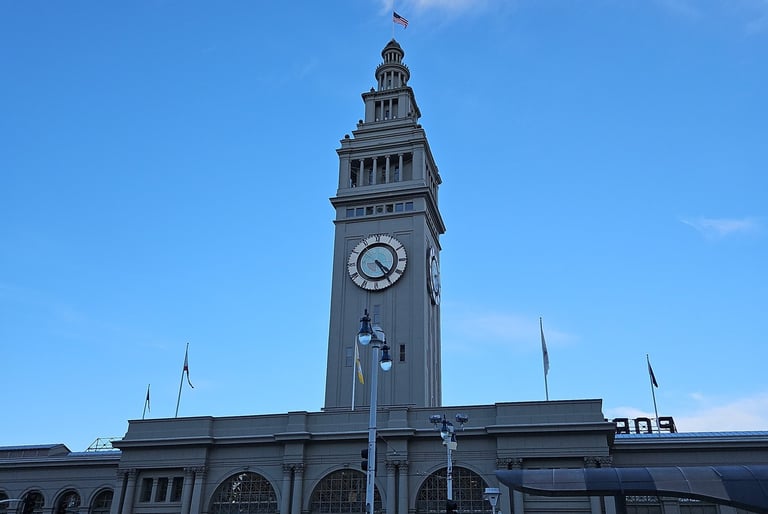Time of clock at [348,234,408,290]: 4:24
